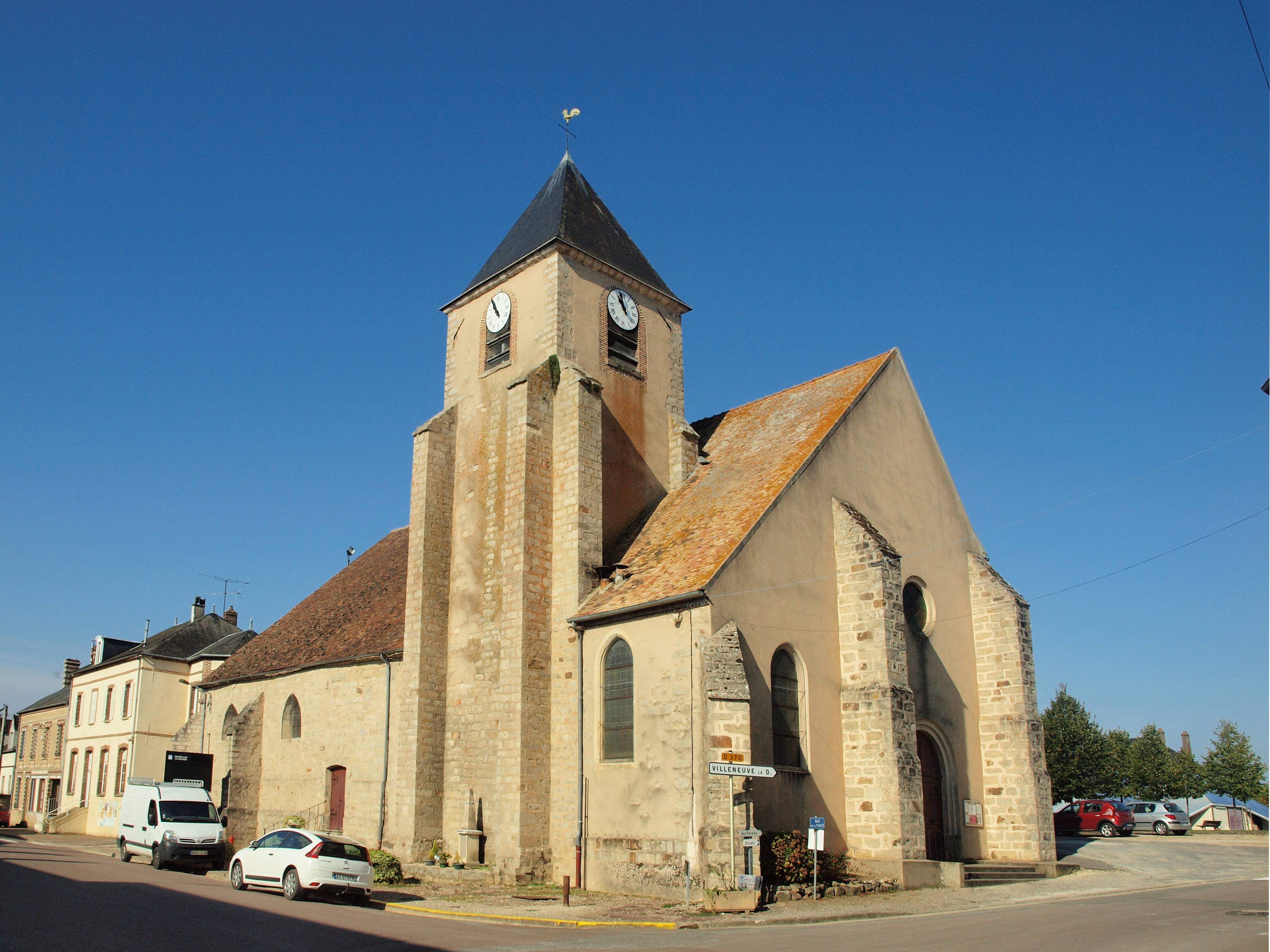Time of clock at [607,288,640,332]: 10:57
